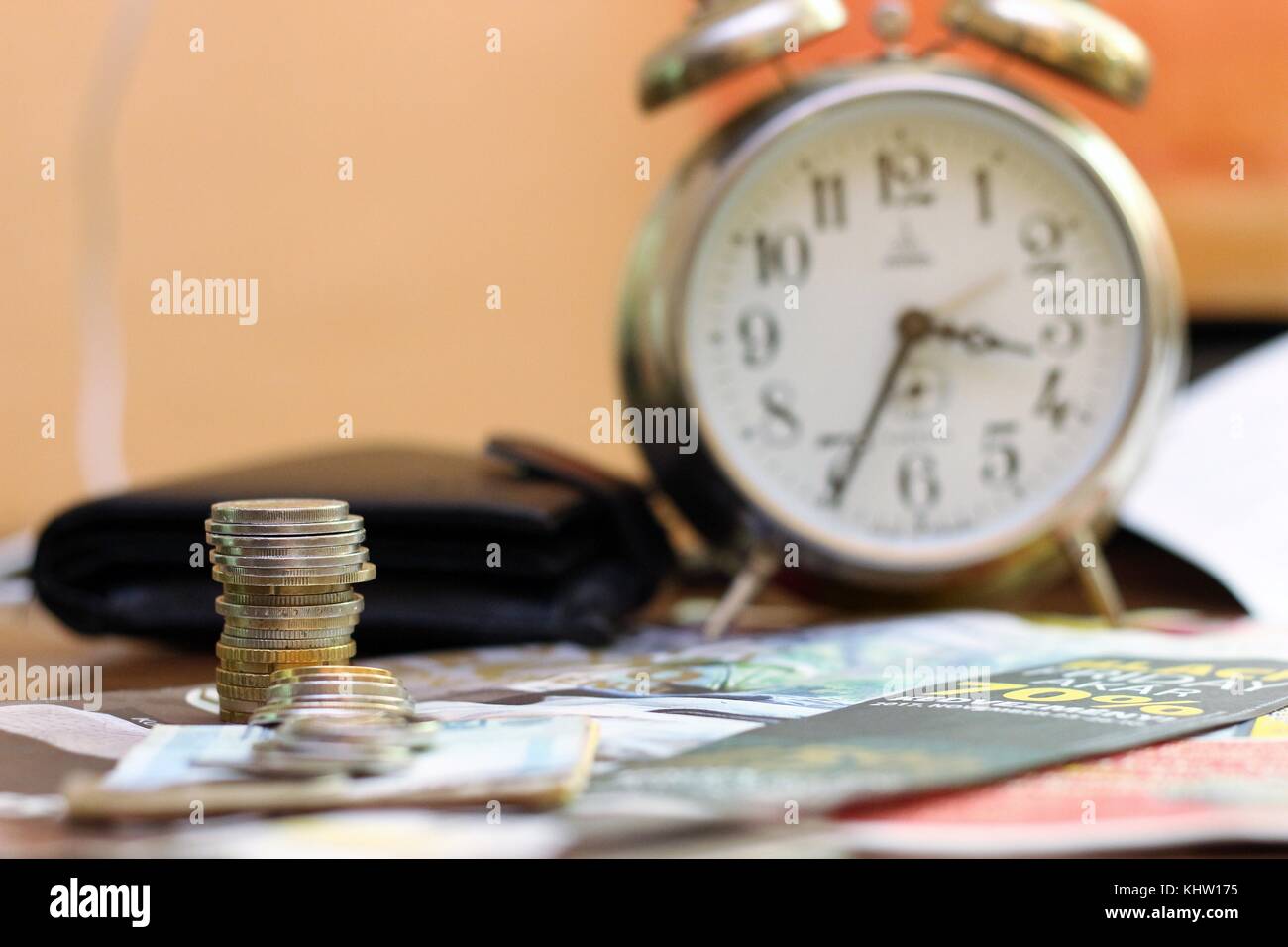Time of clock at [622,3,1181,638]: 3:34
